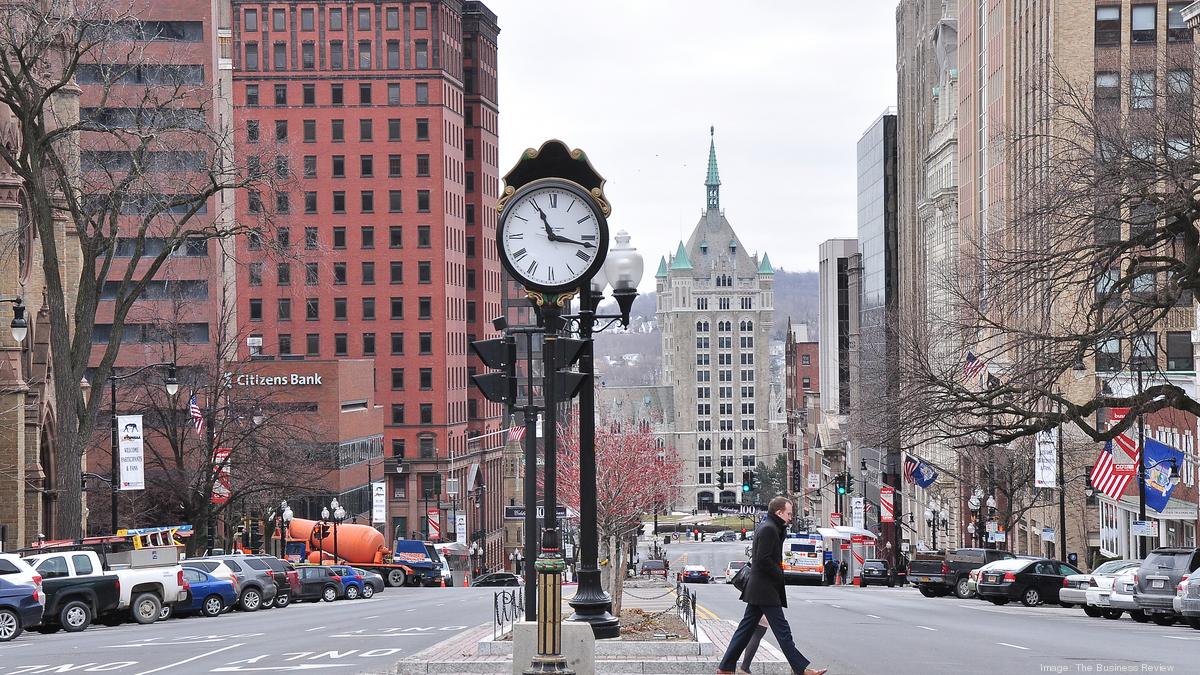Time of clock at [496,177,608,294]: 11:16
